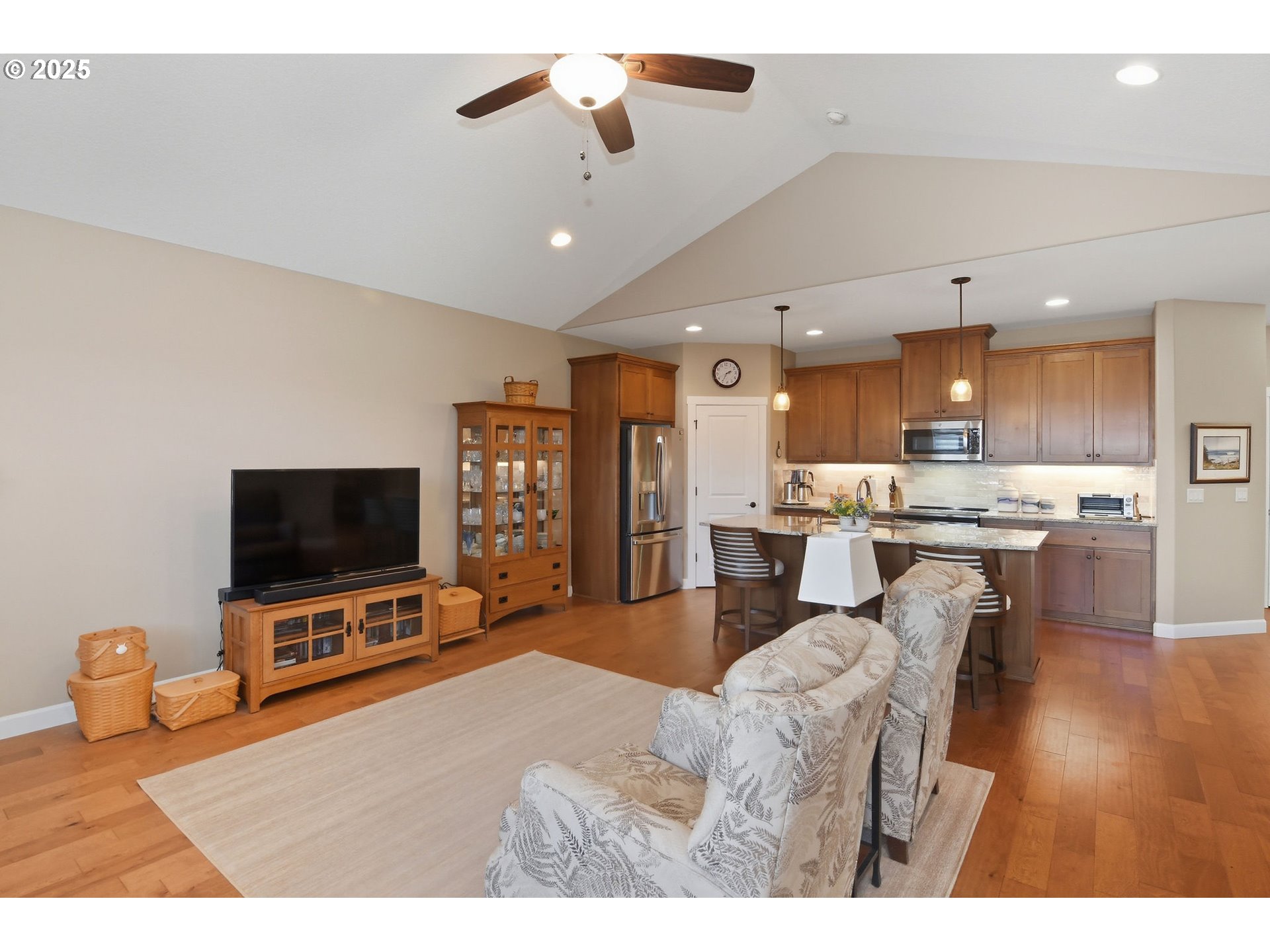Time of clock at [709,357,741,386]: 2:35
